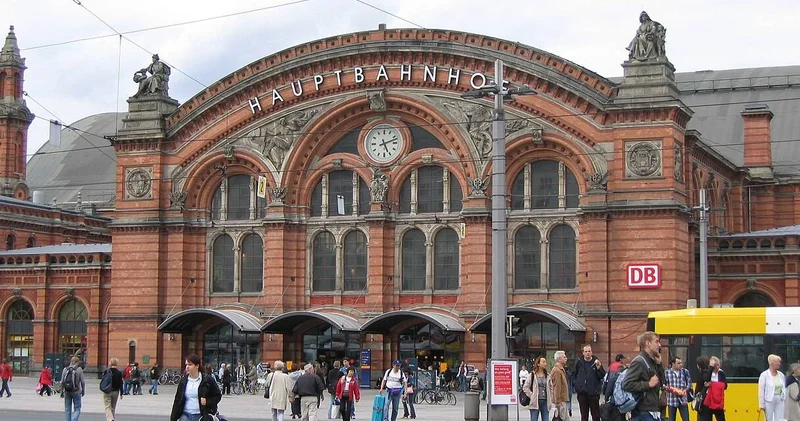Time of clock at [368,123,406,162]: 5:12
